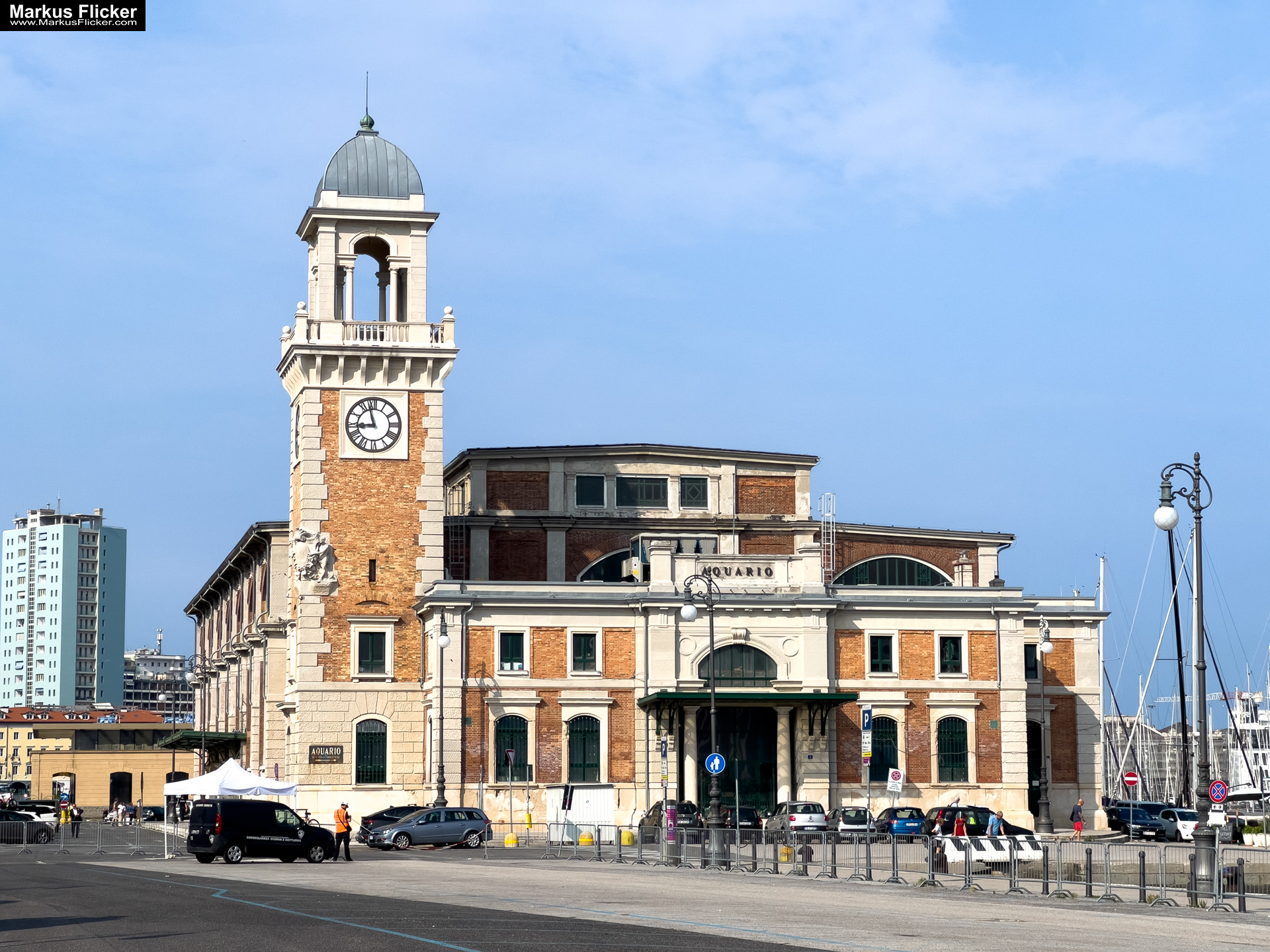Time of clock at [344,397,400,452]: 8:57
